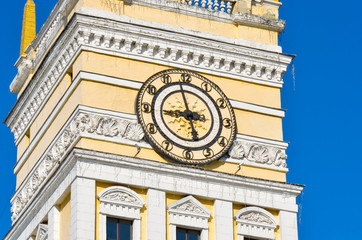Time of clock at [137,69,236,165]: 8:57
